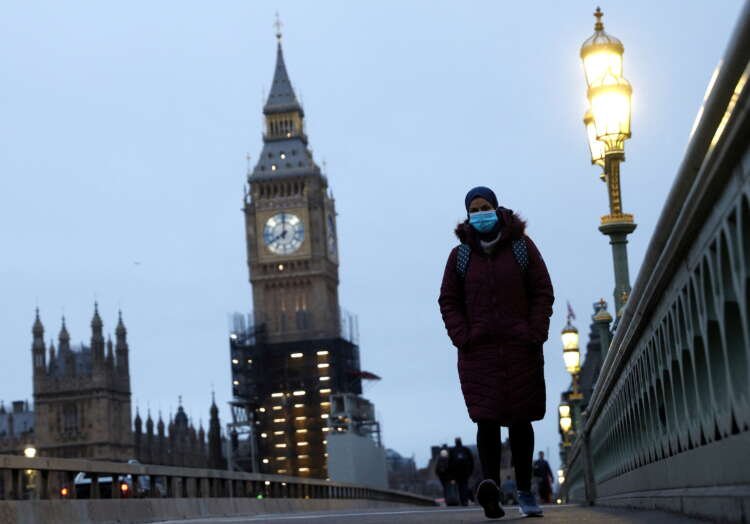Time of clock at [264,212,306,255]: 7:59
